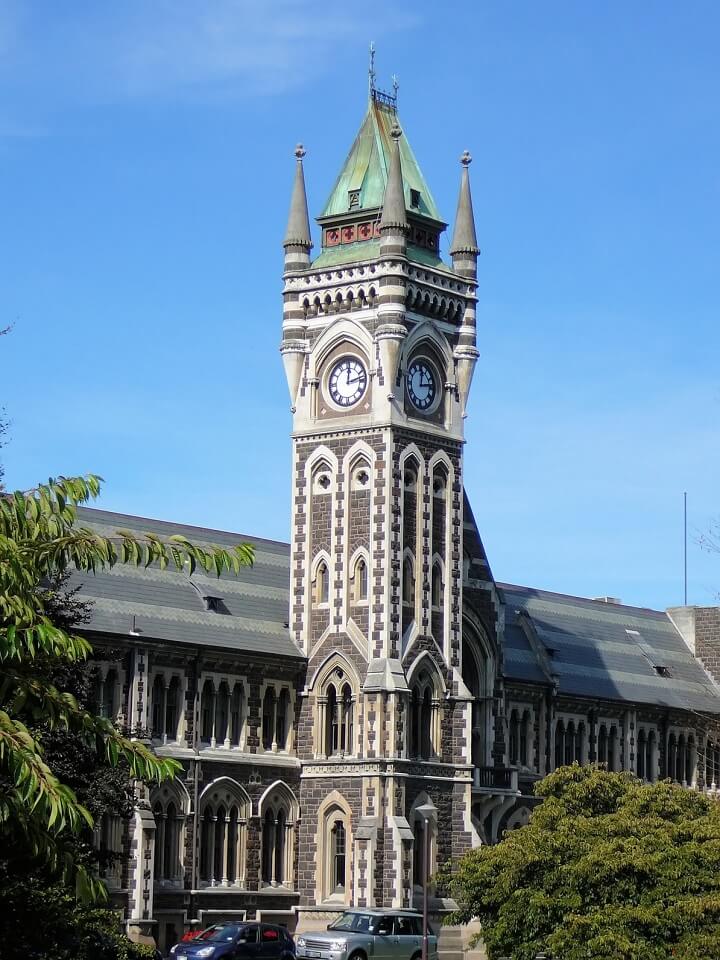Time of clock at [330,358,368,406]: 12:12
